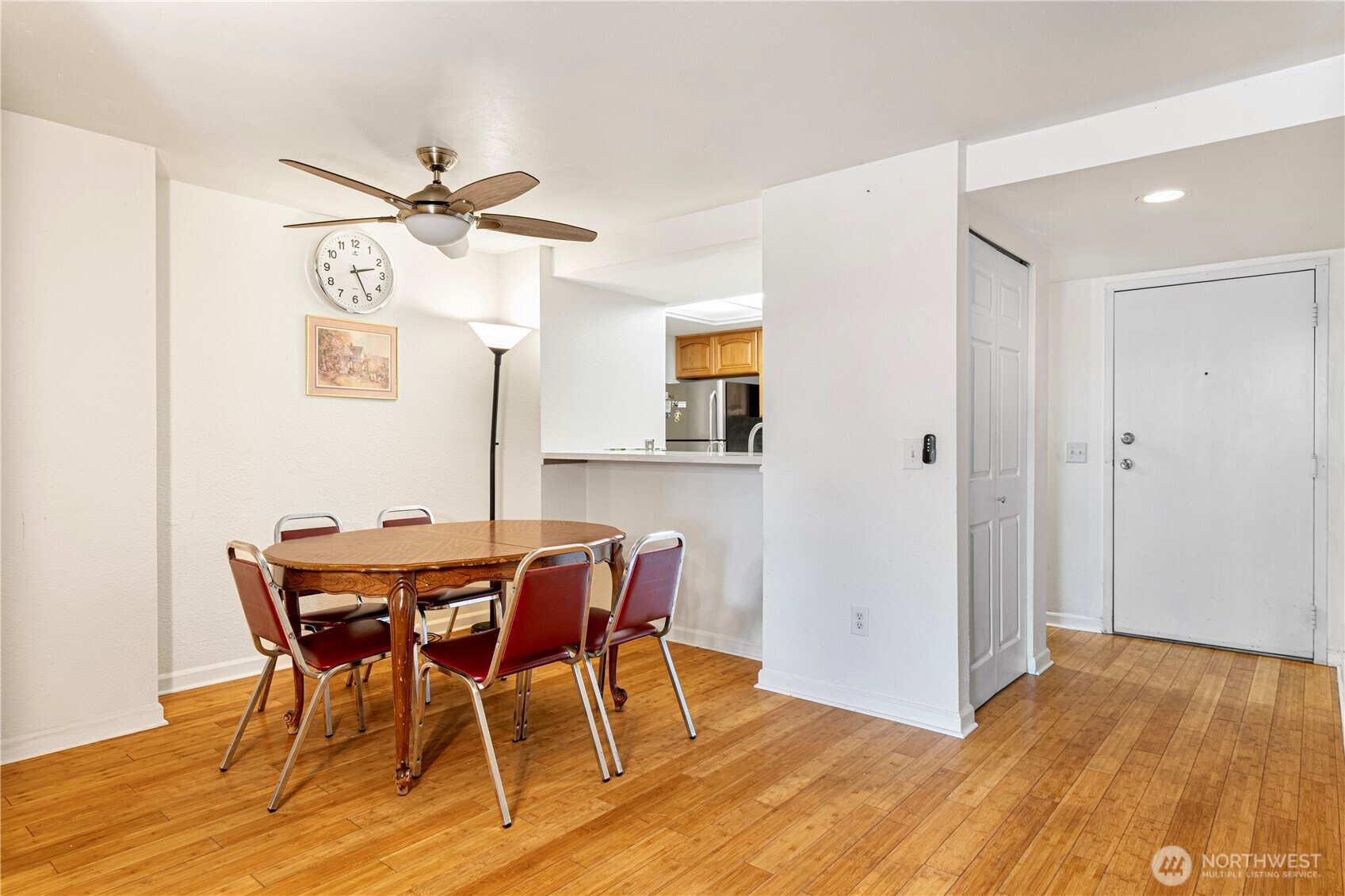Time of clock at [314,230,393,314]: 2:25
